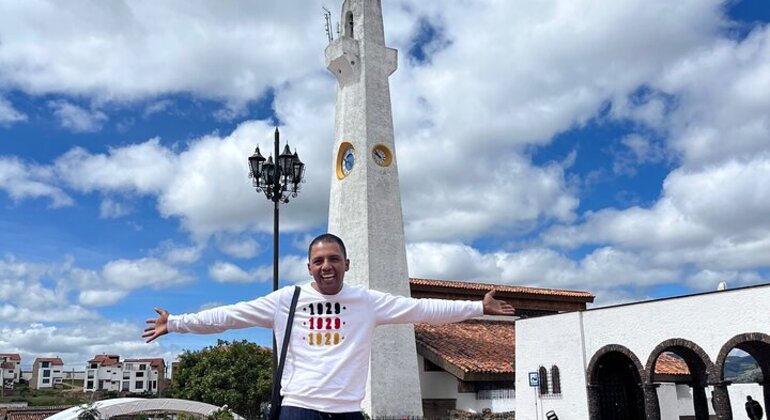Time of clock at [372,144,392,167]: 9:51
